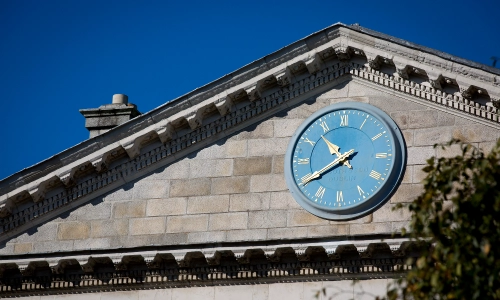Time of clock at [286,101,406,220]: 10:39
